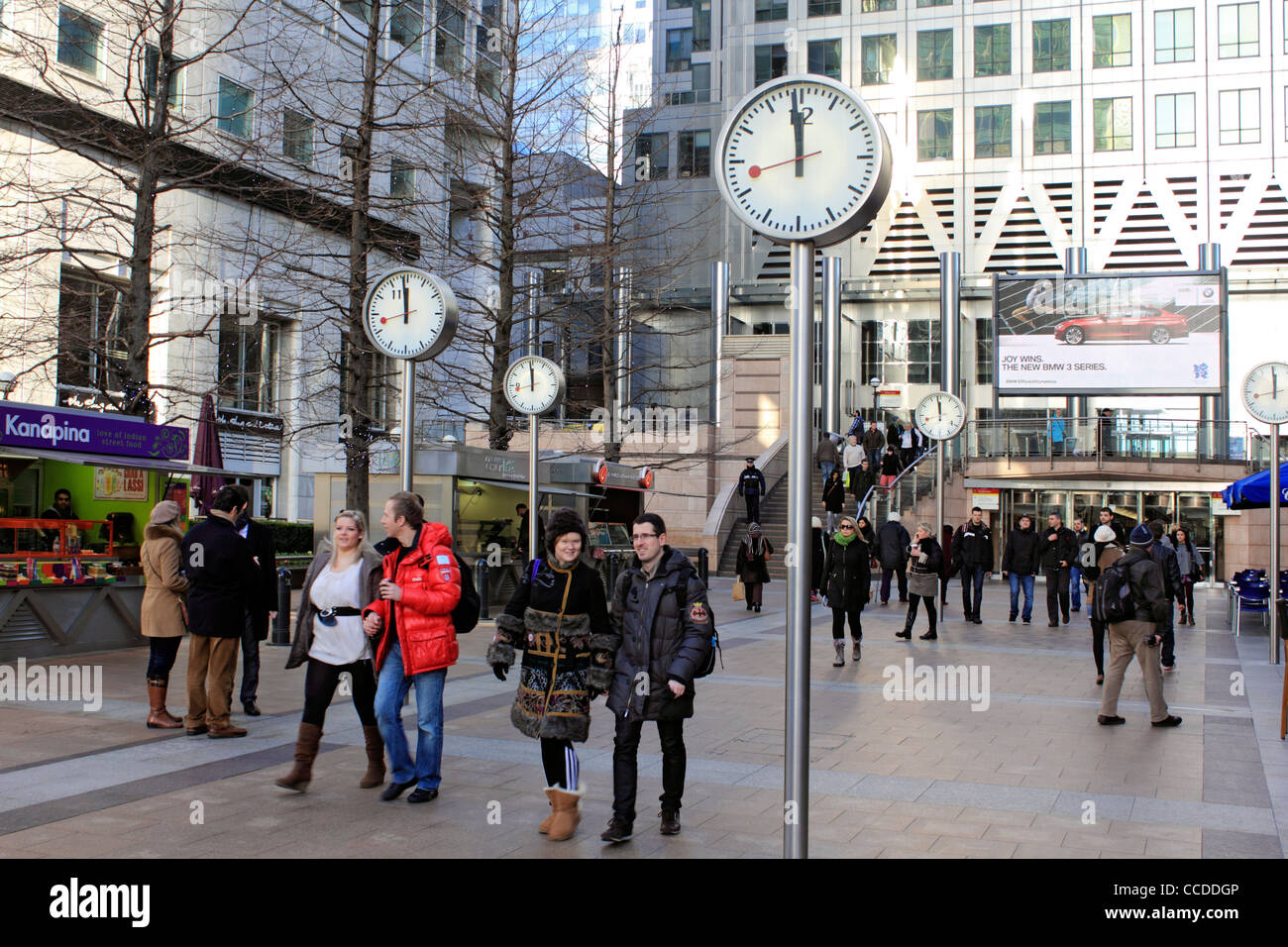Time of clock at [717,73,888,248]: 11:58
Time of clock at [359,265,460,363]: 11:58
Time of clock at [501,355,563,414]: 11:58
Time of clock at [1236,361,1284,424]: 11:59
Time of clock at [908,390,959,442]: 11:58
